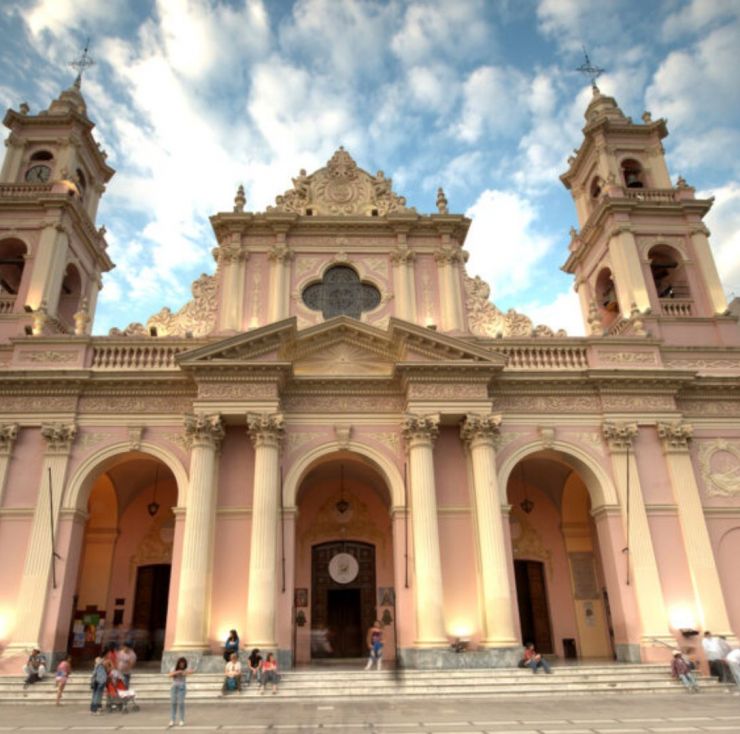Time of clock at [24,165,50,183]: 12:23
